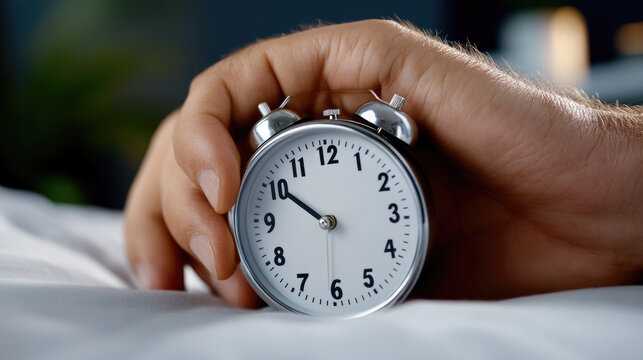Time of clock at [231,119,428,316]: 9:50
